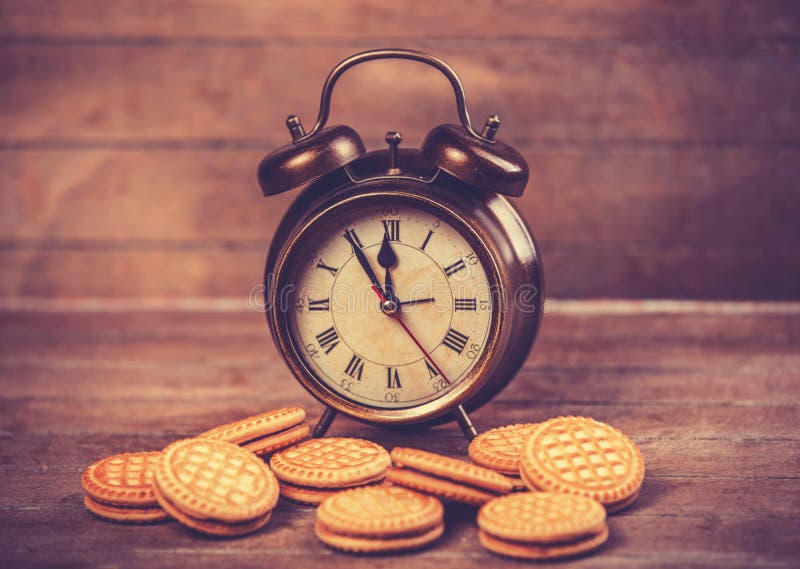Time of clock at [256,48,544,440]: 11:54
